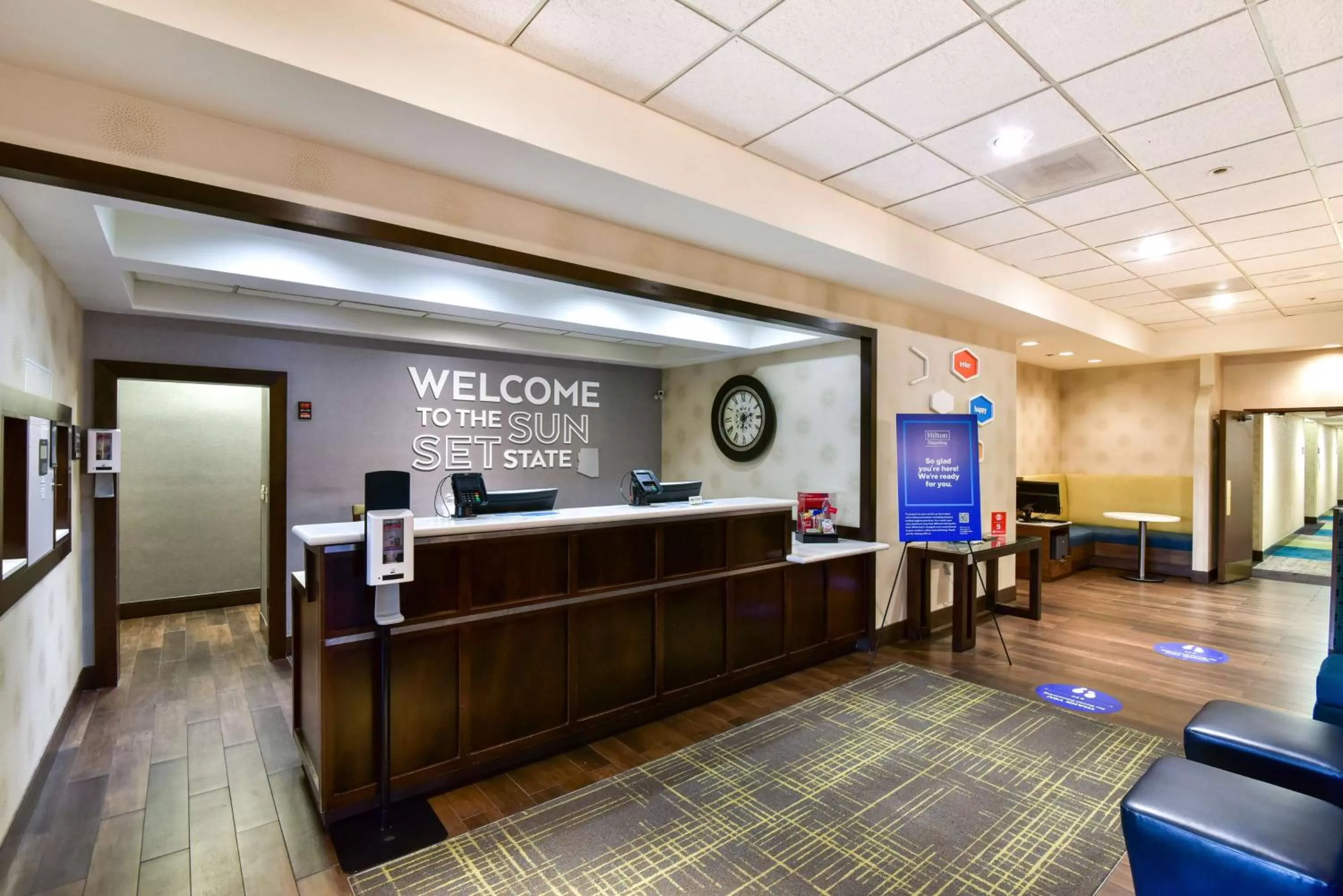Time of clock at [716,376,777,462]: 6:13
